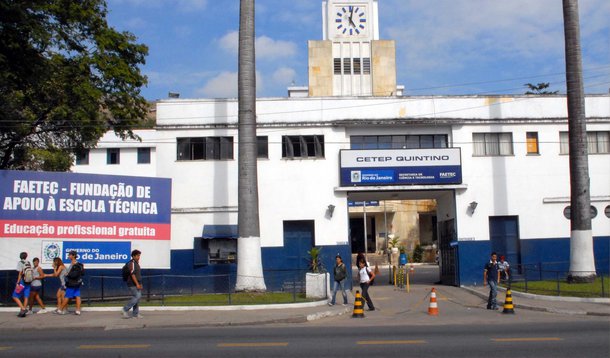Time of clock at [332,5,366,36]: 5:01
